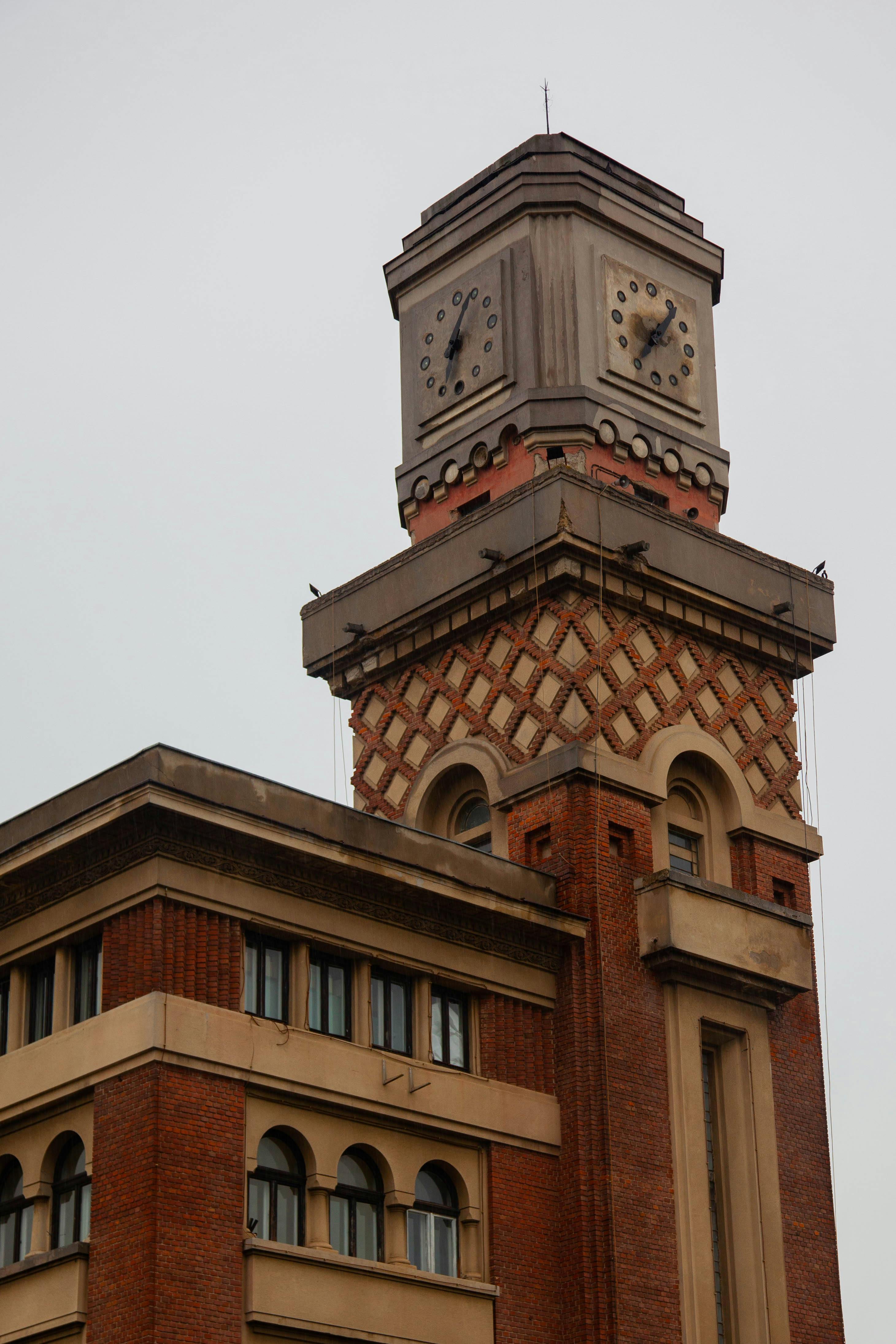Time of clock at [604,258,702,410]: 7:06
